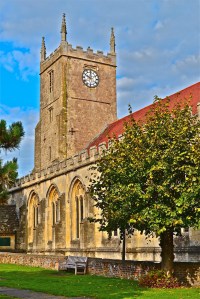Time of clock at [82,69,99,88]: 10:00
